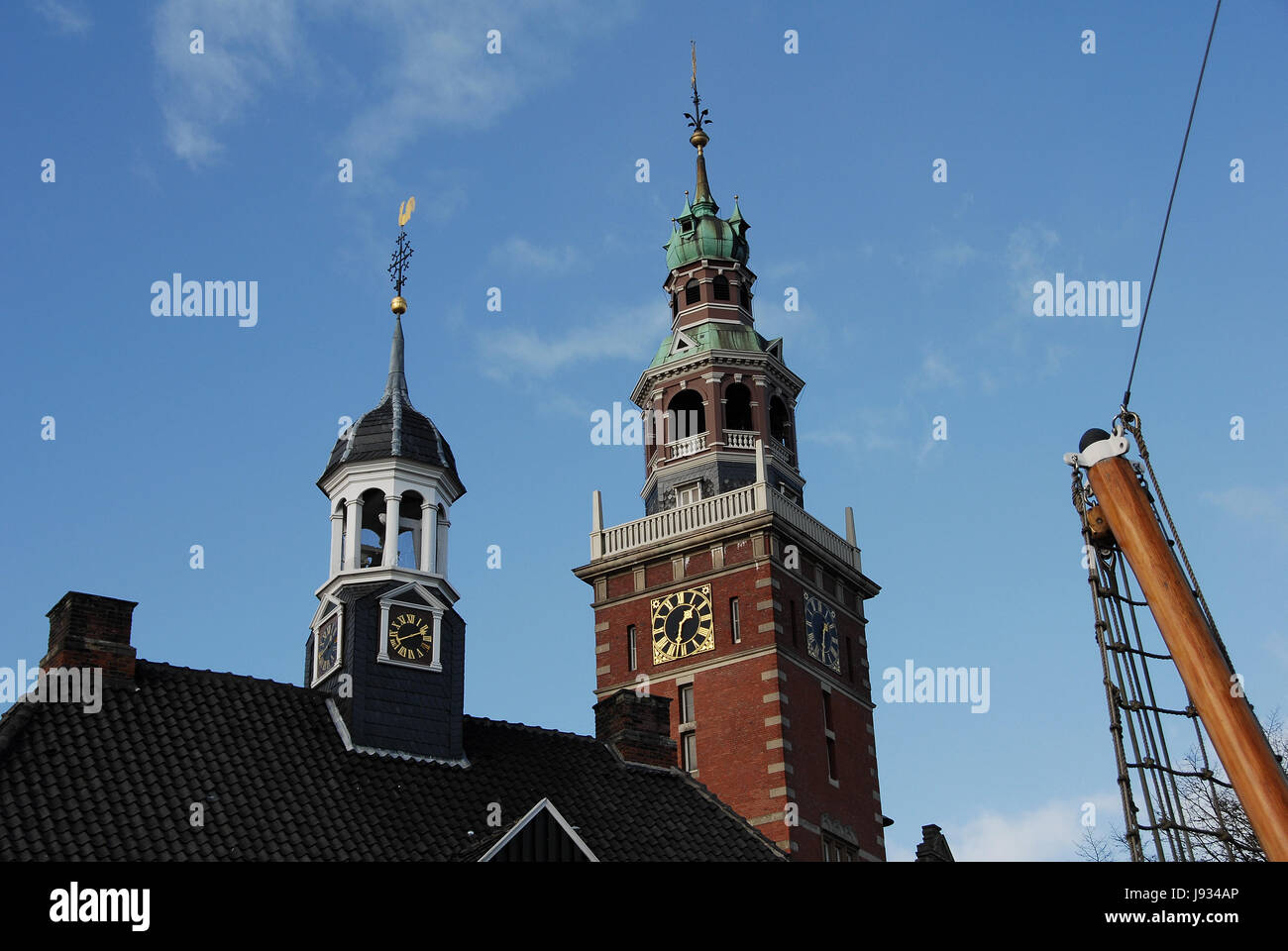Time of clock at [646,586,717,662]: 1:32
